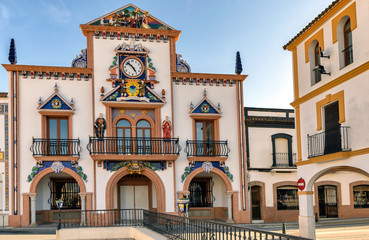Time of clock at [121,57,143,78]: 4:52
